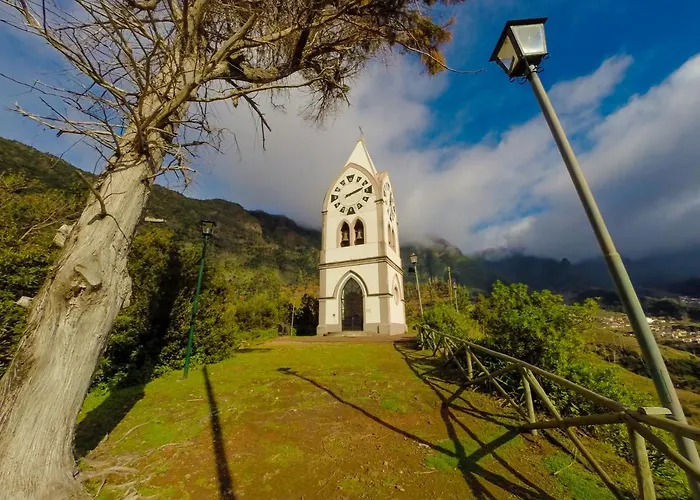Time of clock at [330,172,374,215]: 2:12
